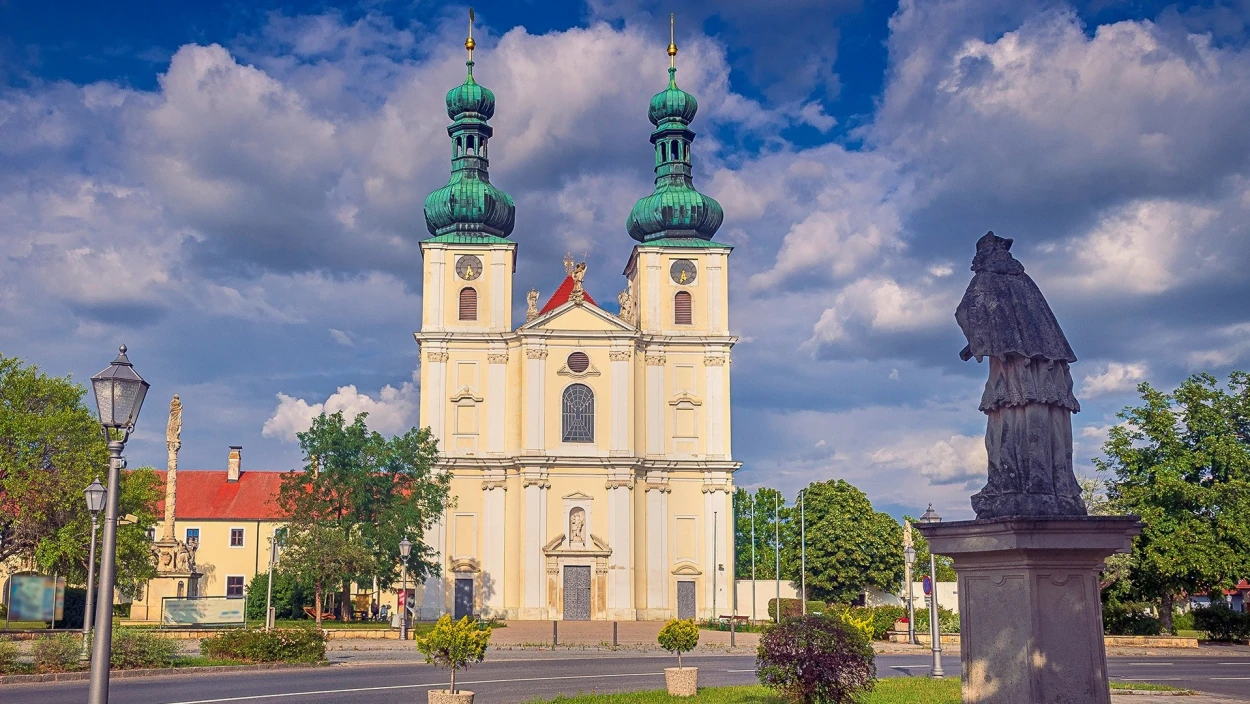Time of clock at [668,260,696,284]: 6:14
